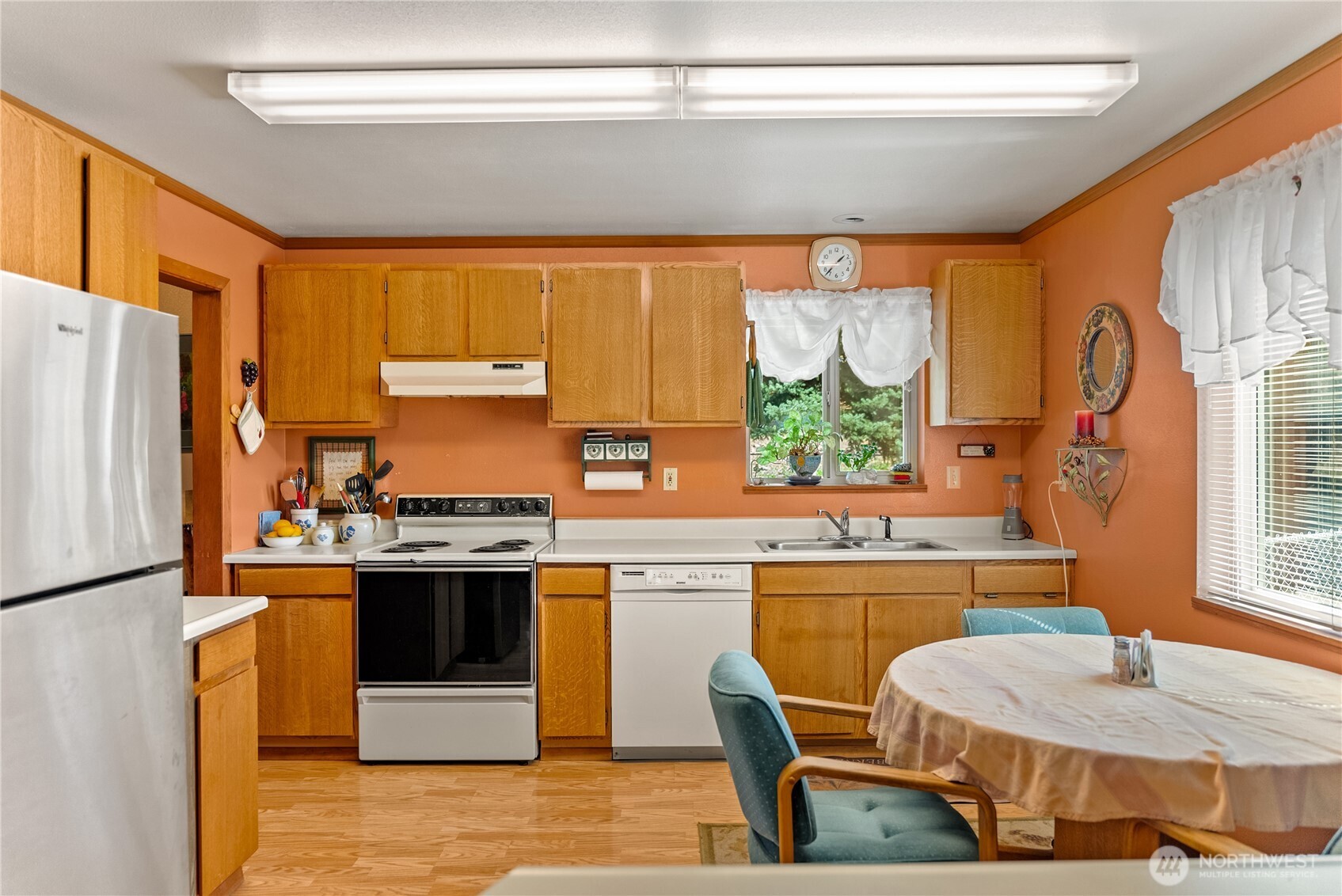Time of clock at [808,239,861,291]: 1:37
